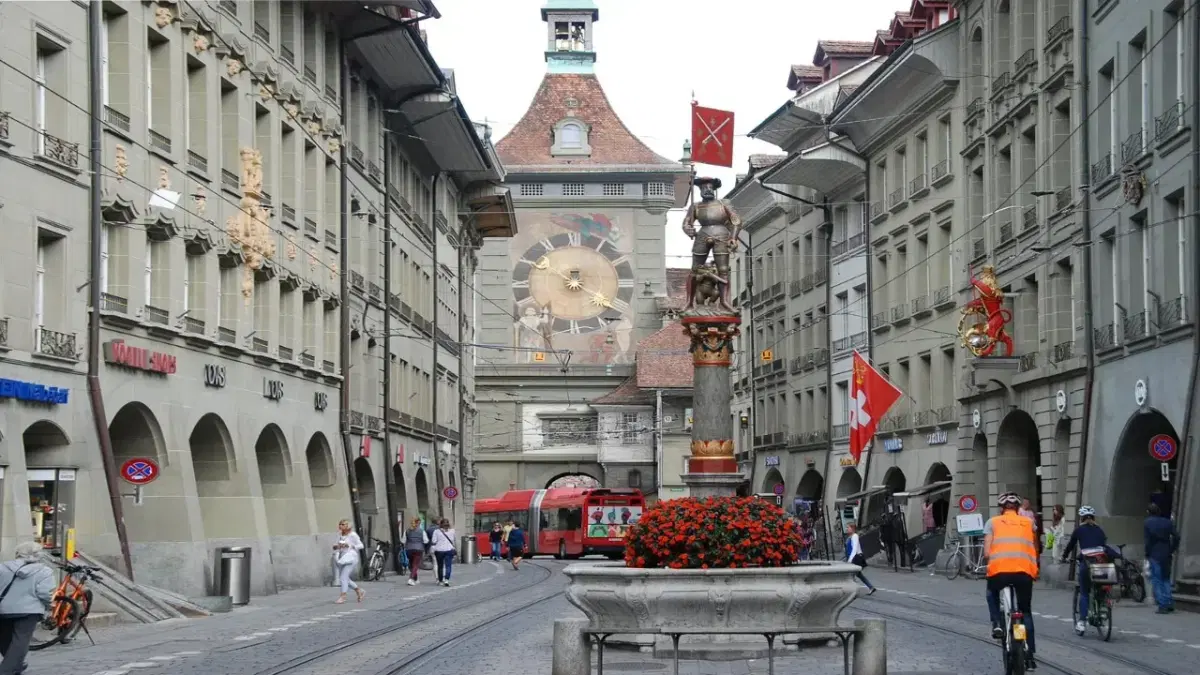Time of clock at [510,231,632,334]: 3:50
